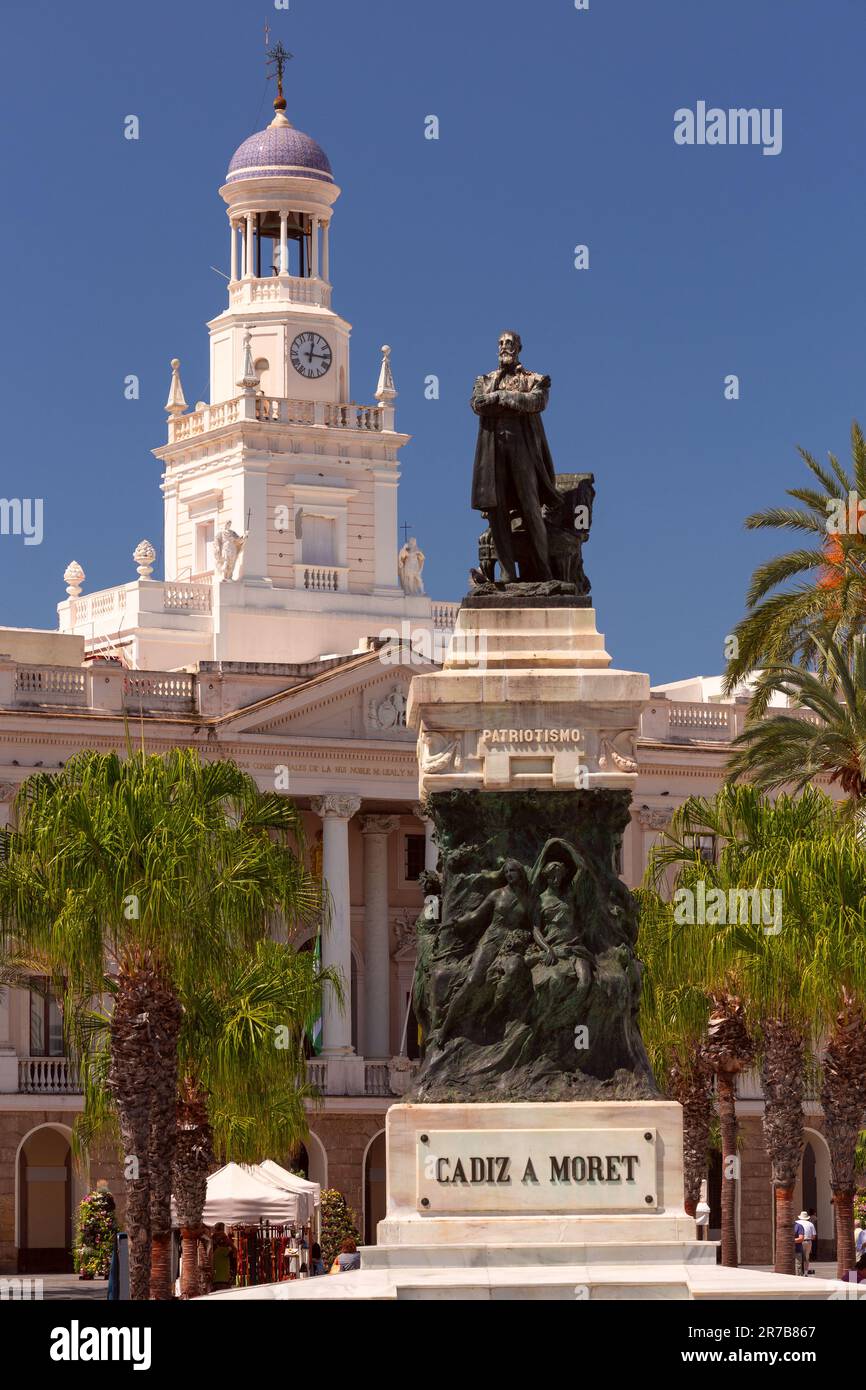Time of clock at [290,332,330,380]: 12:15
